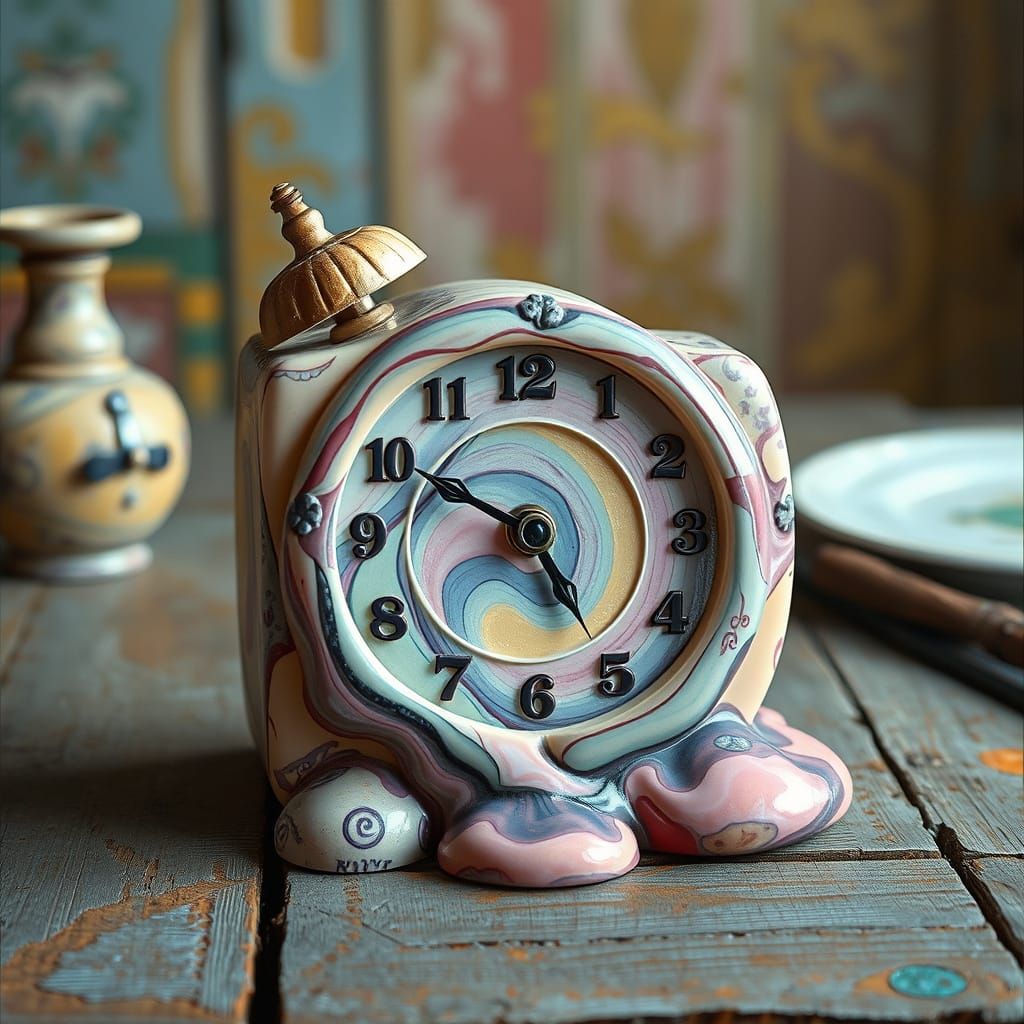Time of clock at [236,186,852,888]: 4:49
